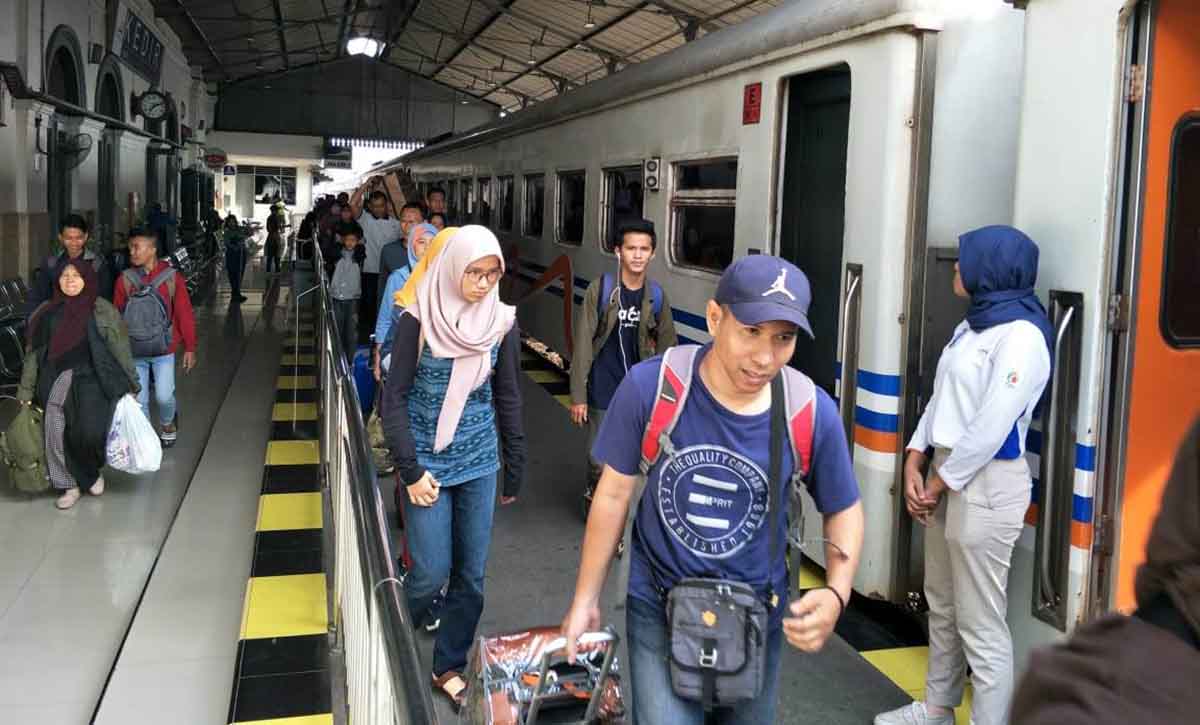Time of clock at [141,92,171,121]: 7:11
